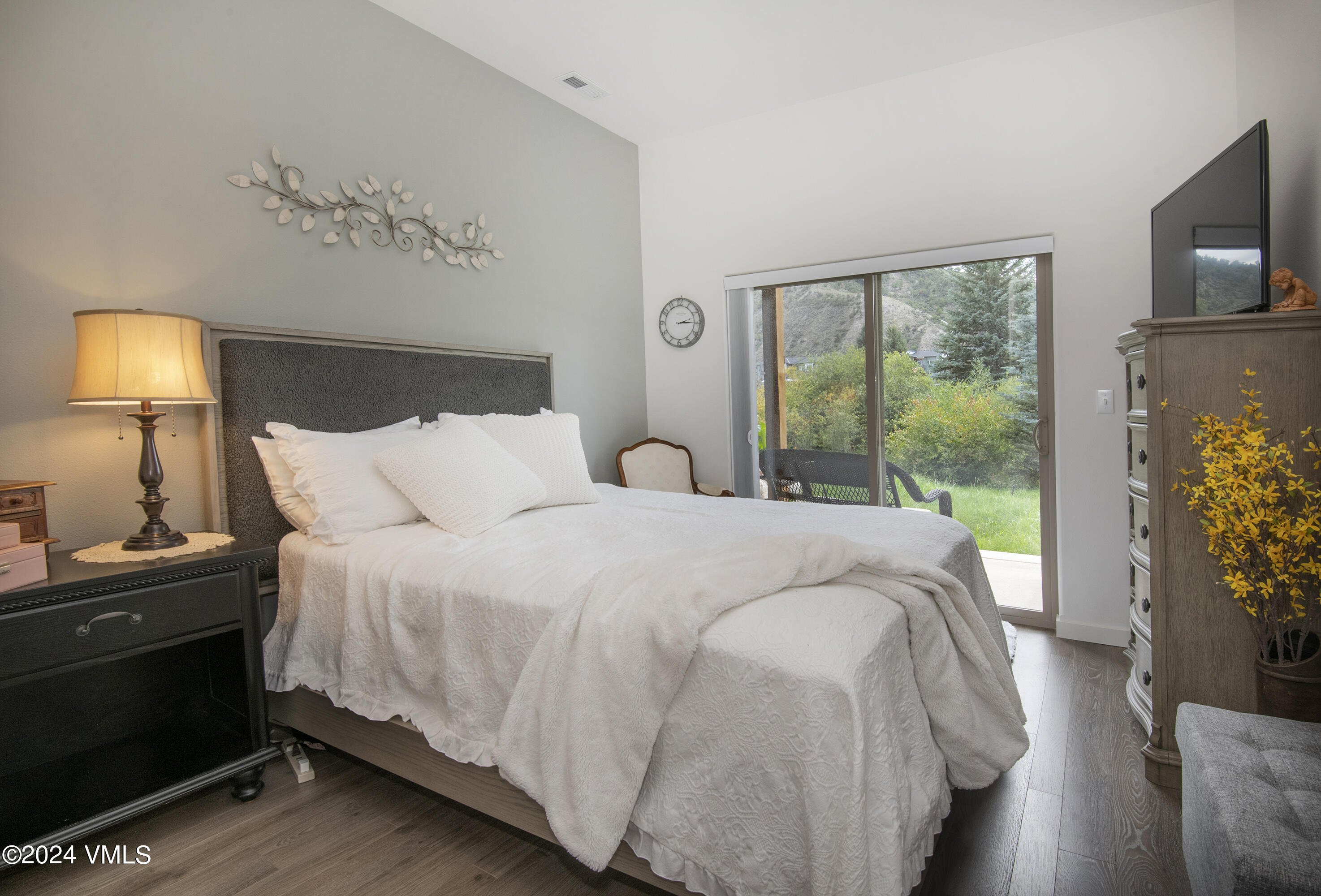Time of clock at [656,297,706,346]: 2:14
